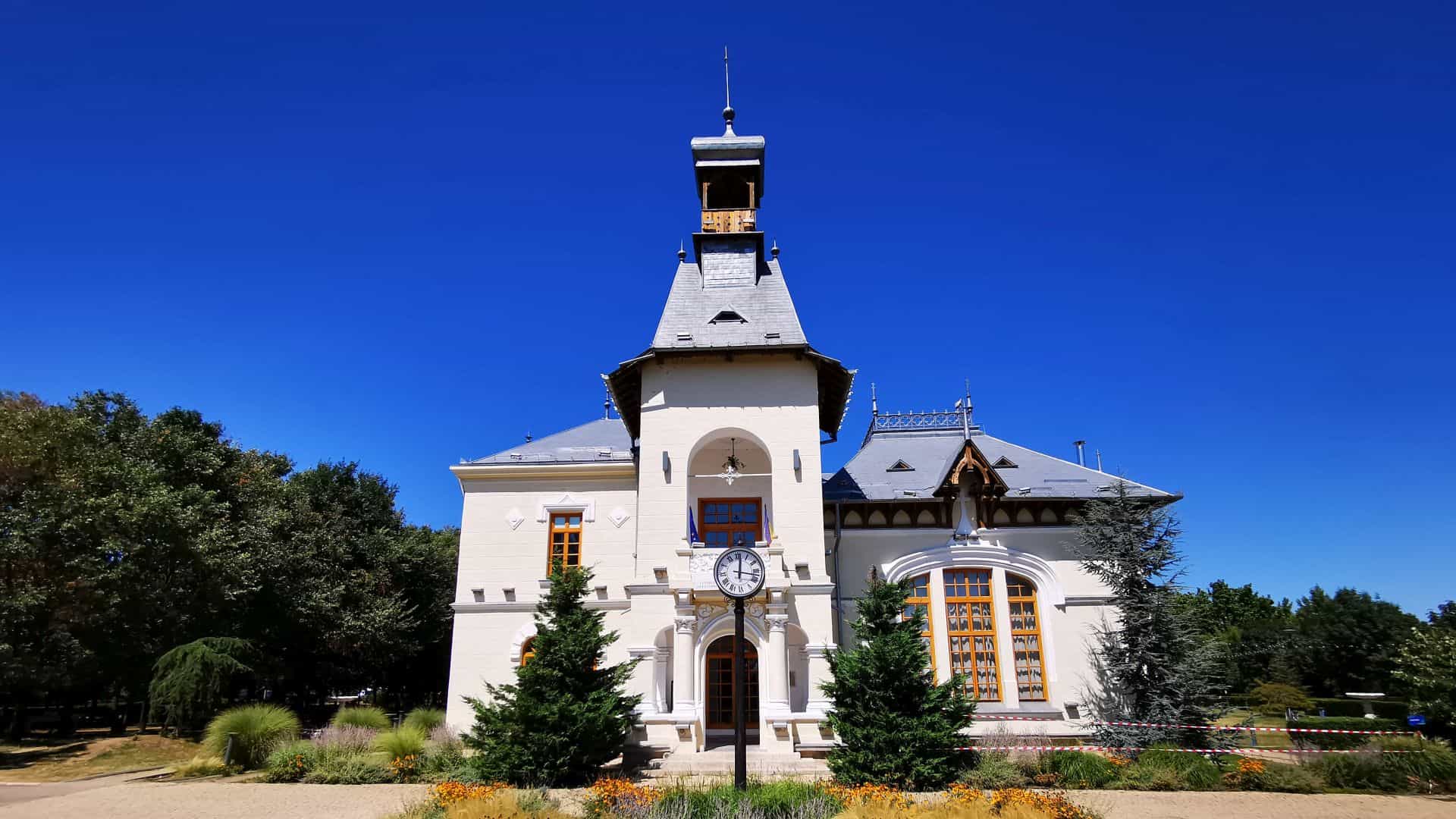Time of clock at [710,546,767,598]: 12:17
